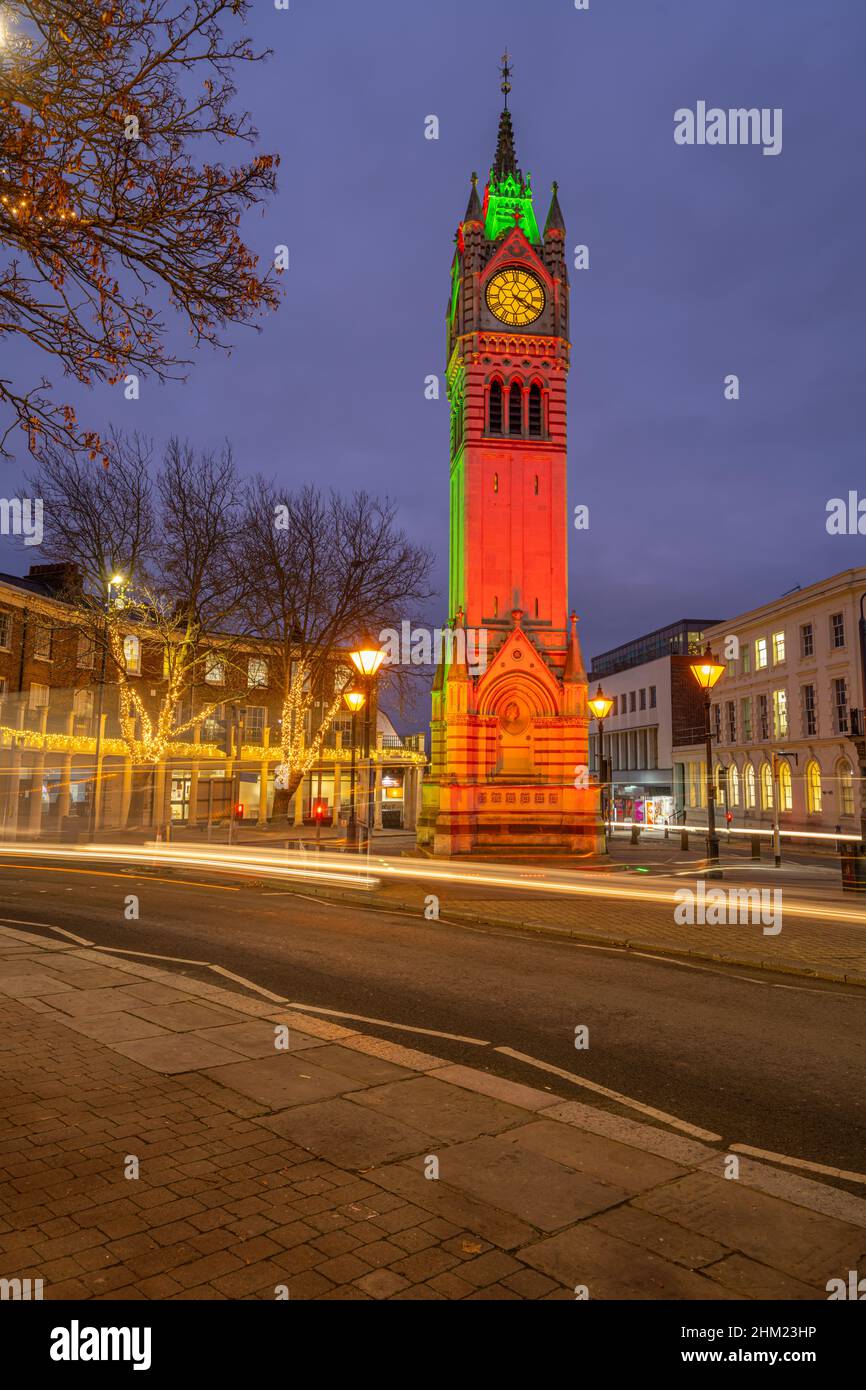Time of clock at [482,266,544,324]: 4:19
